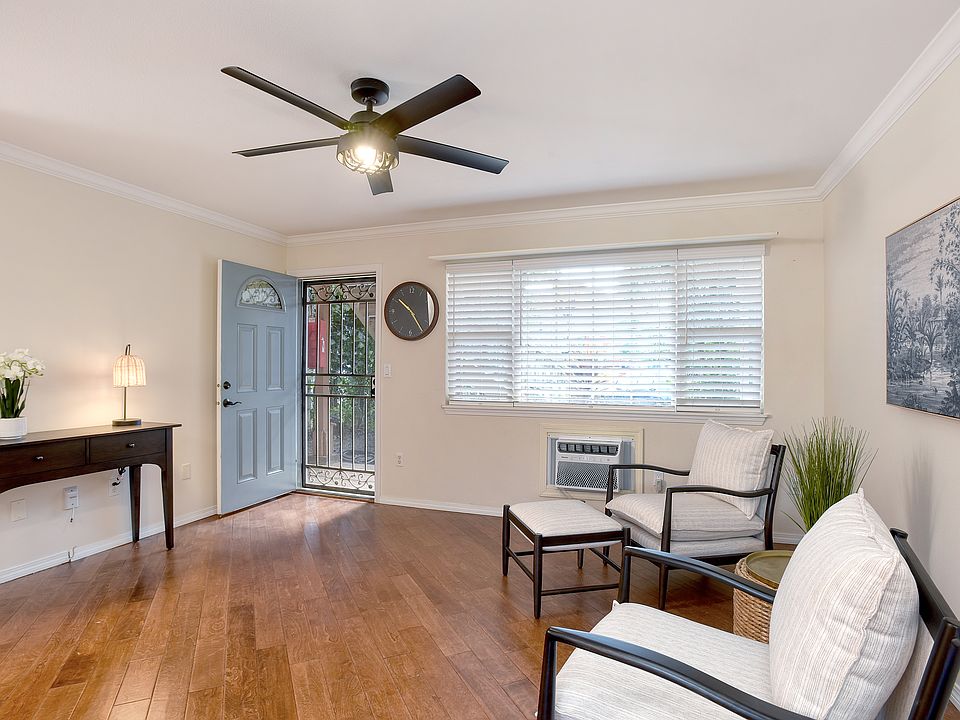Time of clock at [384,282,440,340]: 10:24
